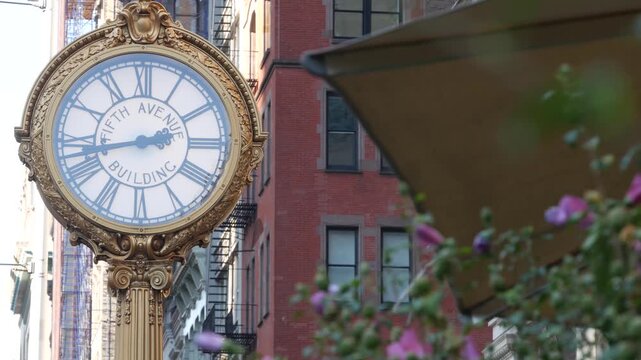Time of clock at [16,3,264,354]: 2:42
